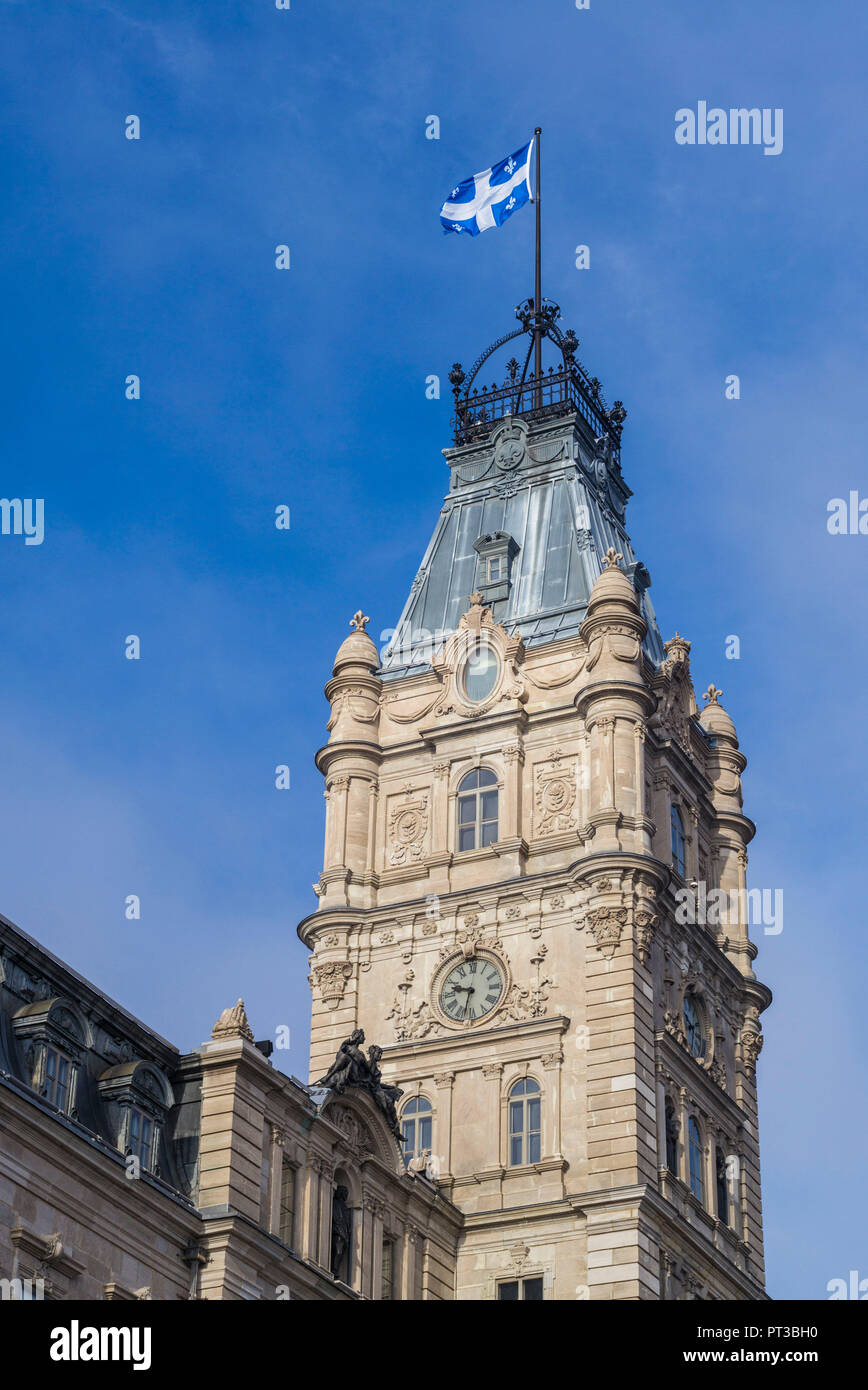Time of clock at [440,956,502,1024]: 9:32
